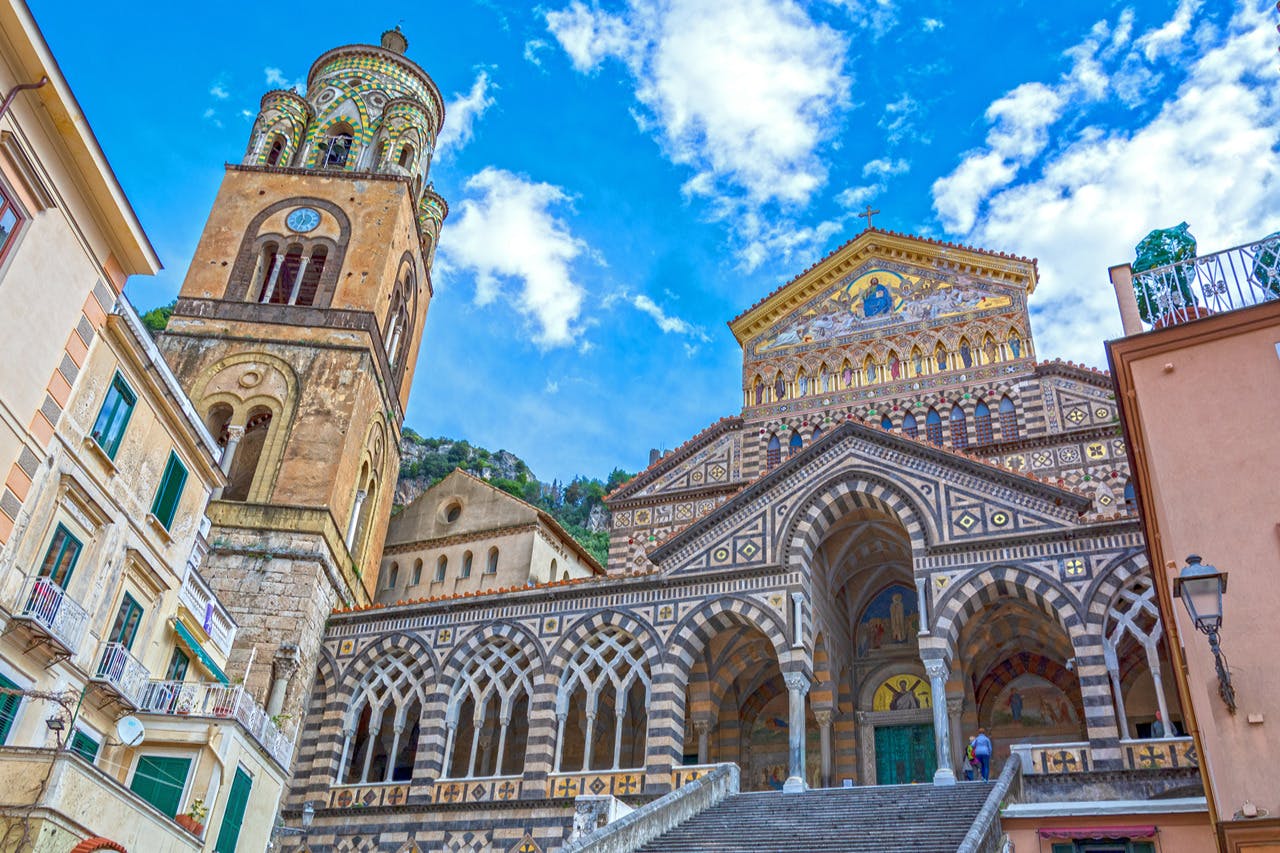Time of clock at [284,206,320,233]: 11:32
